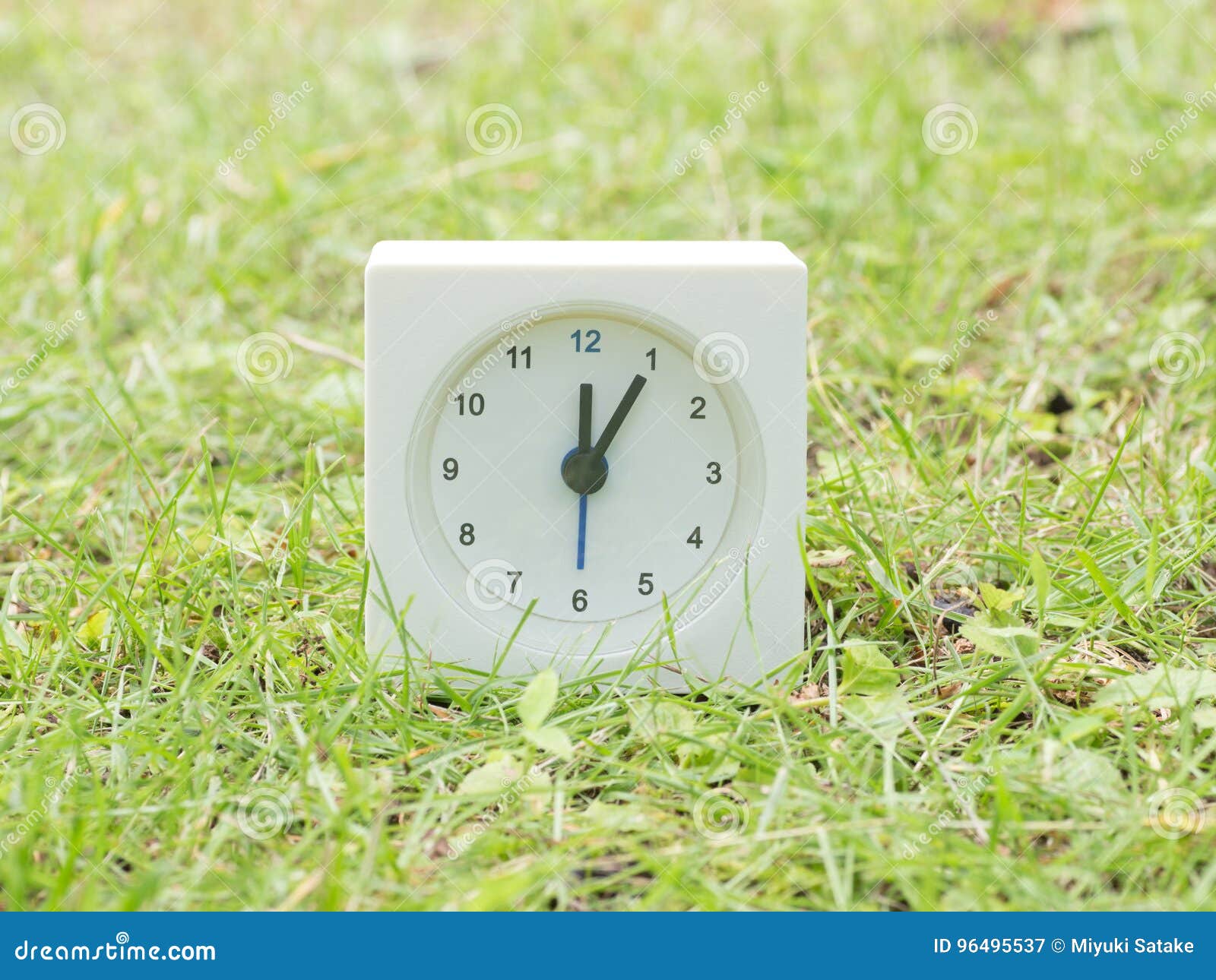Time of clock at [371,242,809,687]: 12:05
